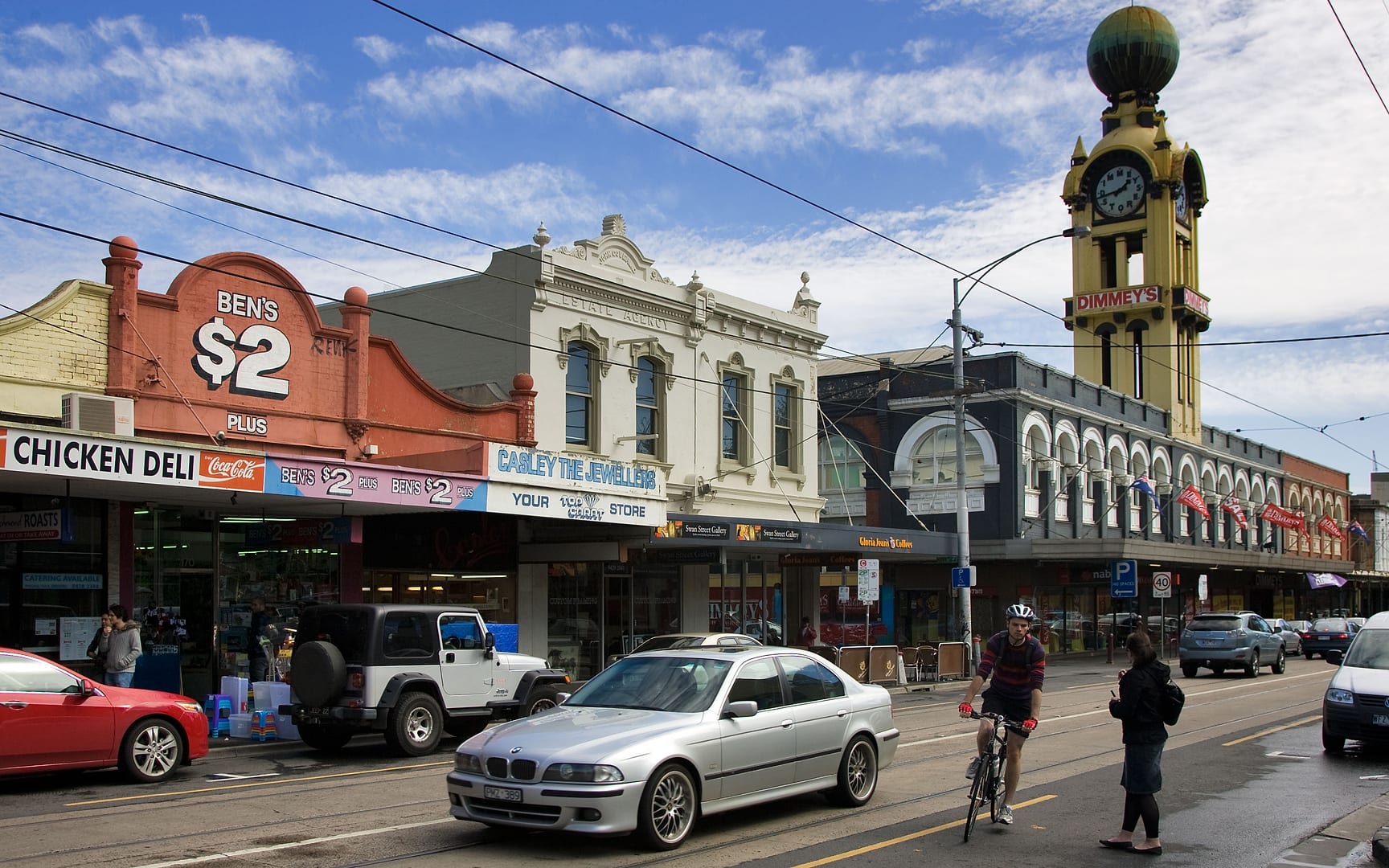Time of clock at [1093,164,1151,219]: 1:43
